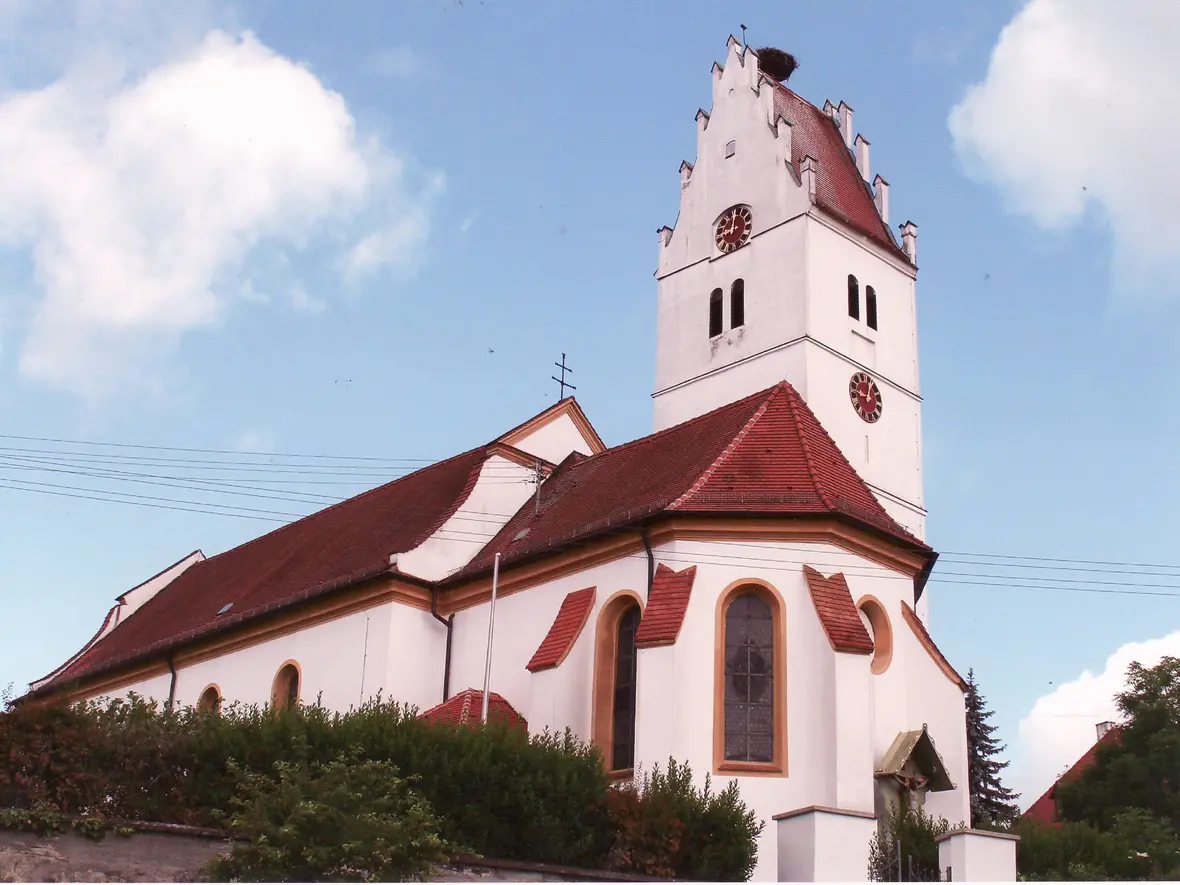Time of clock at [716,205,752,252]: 9:01
